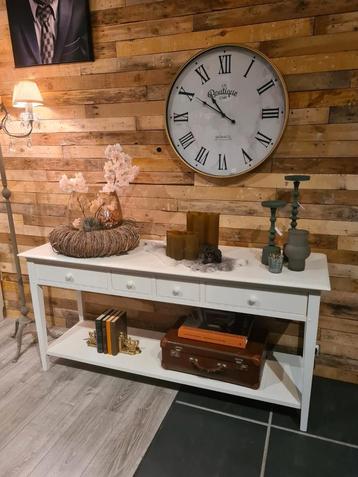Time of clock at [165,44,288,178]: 10:50
